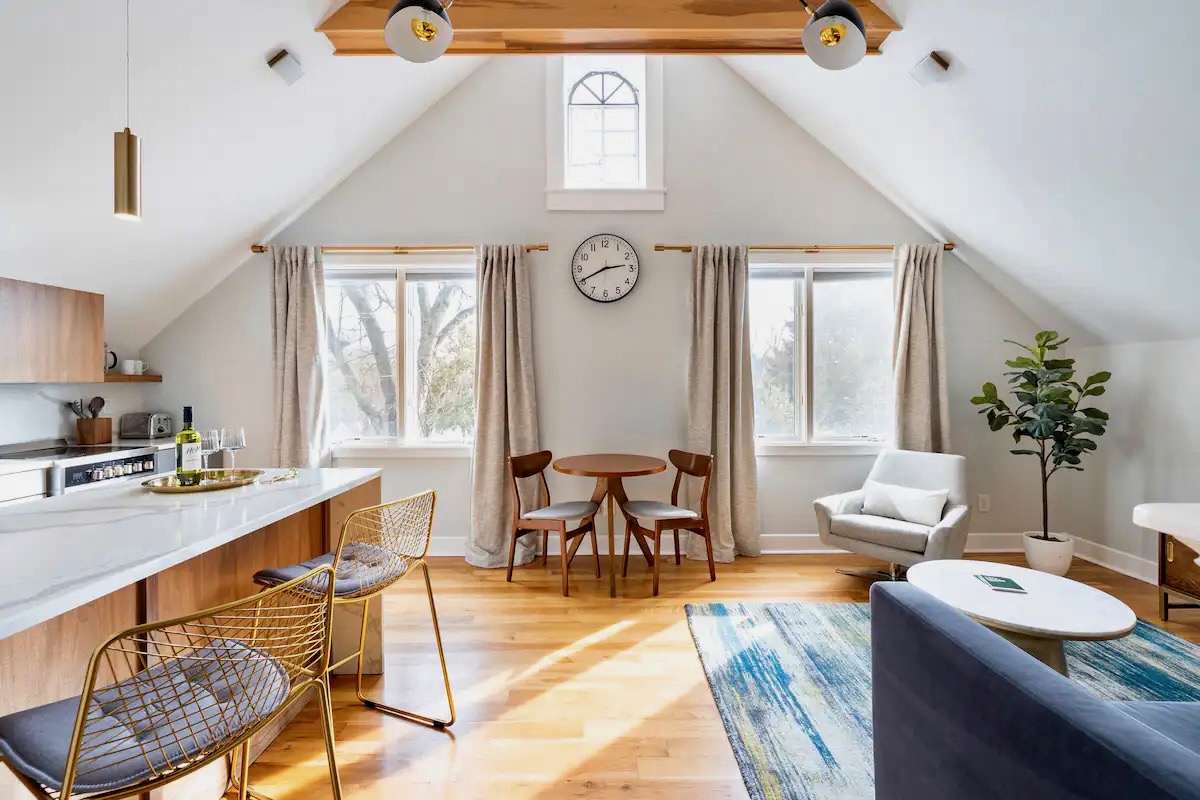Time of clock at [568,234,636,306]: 2:40
